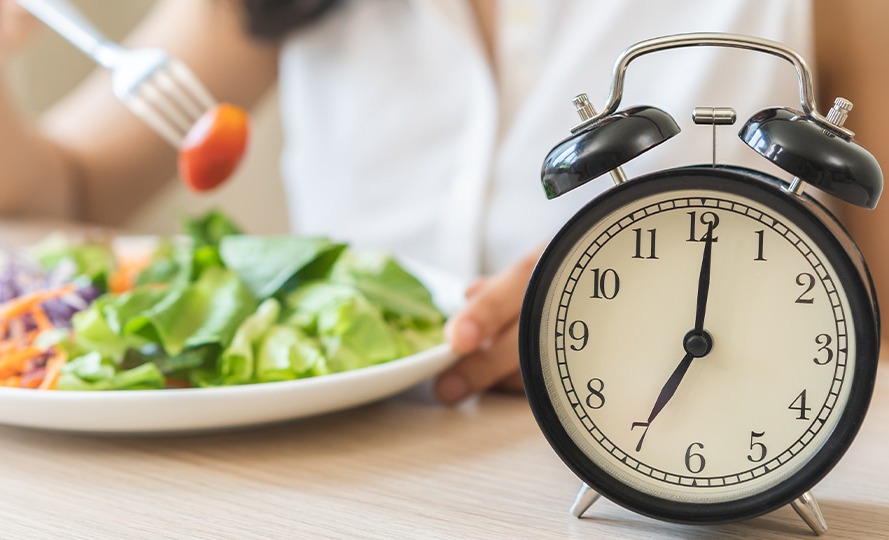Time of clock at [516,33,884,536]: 7:00
